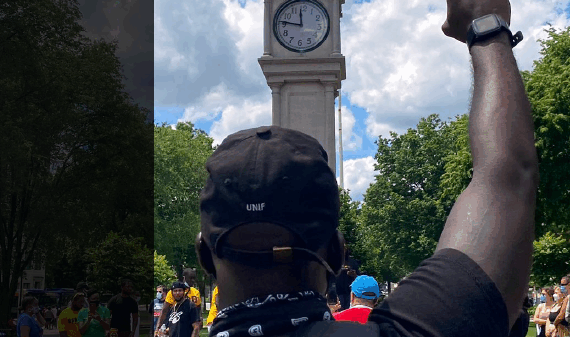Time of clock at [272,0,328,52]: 11:46
